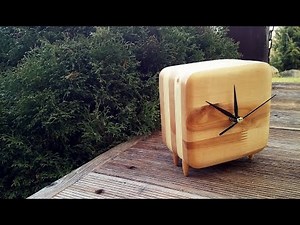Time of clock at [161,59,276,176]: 11:50
